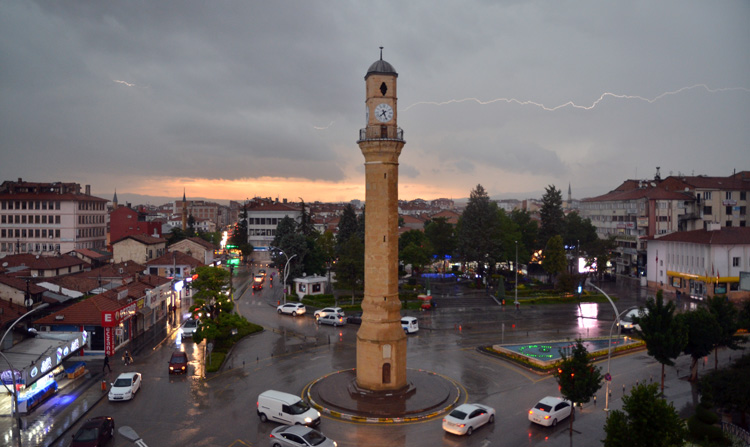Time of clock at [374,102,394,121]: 7:26
